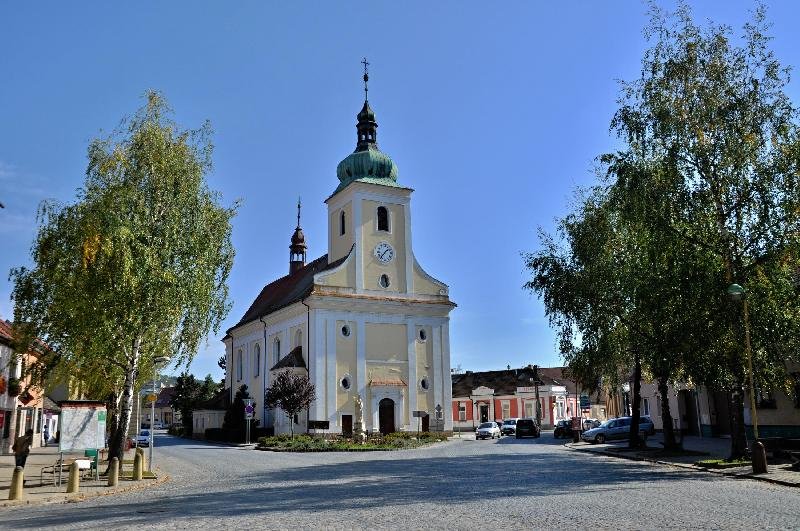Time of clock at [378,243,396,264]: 1:36
